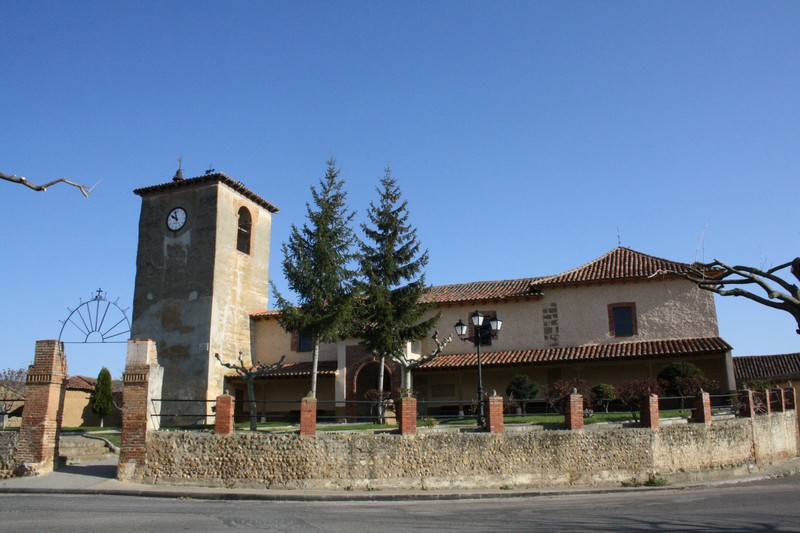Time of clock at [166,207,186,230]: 9:57
